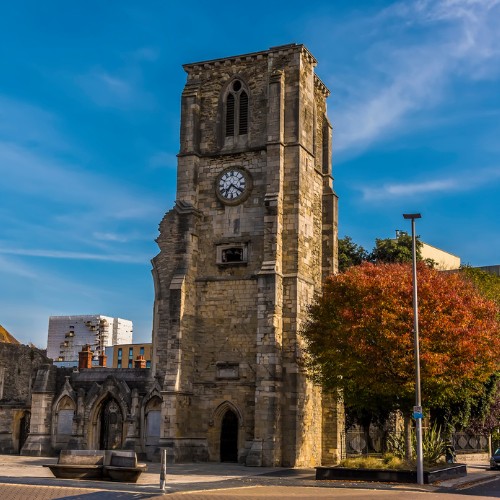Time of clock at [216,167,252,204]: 7:21
